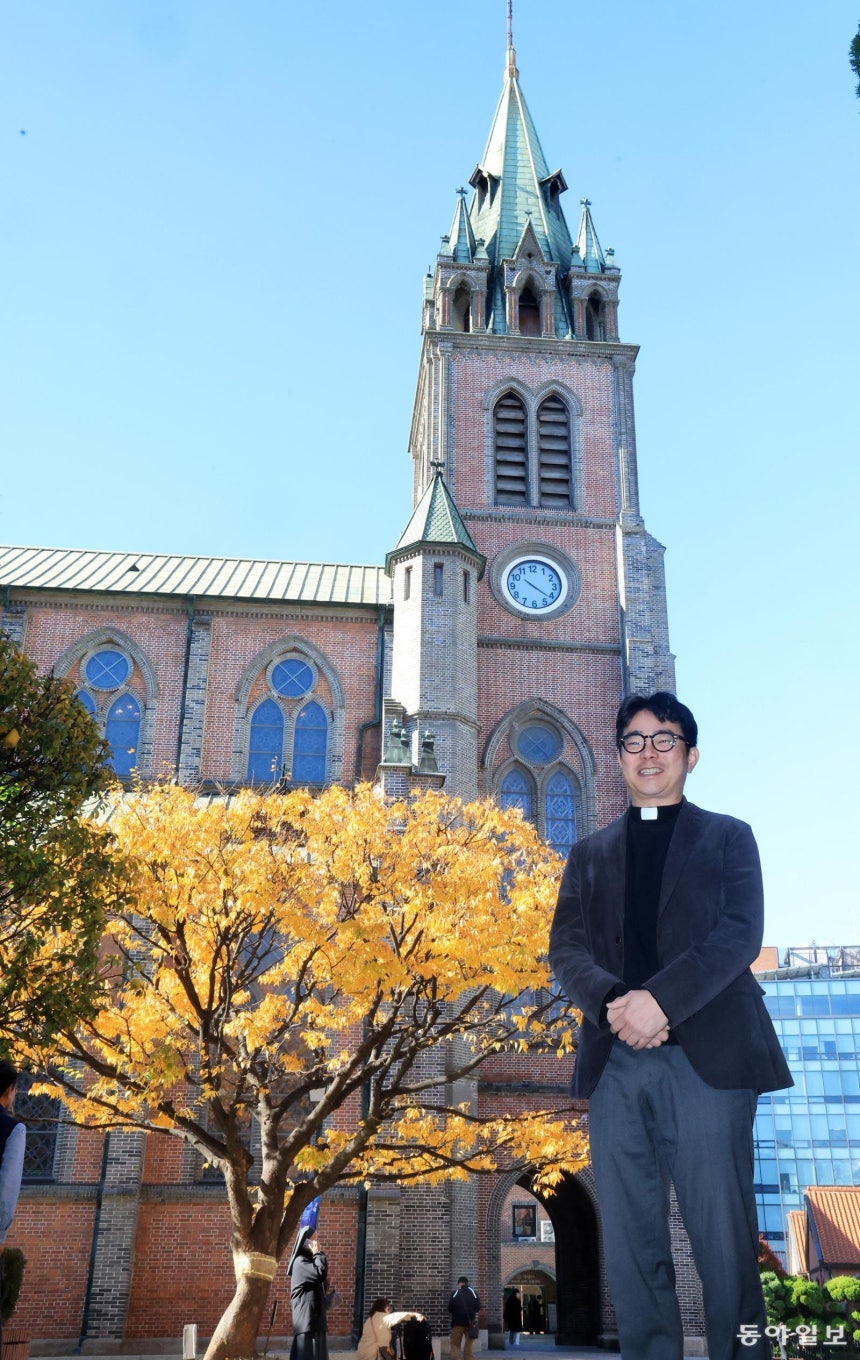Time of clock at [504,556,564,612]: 10:21
